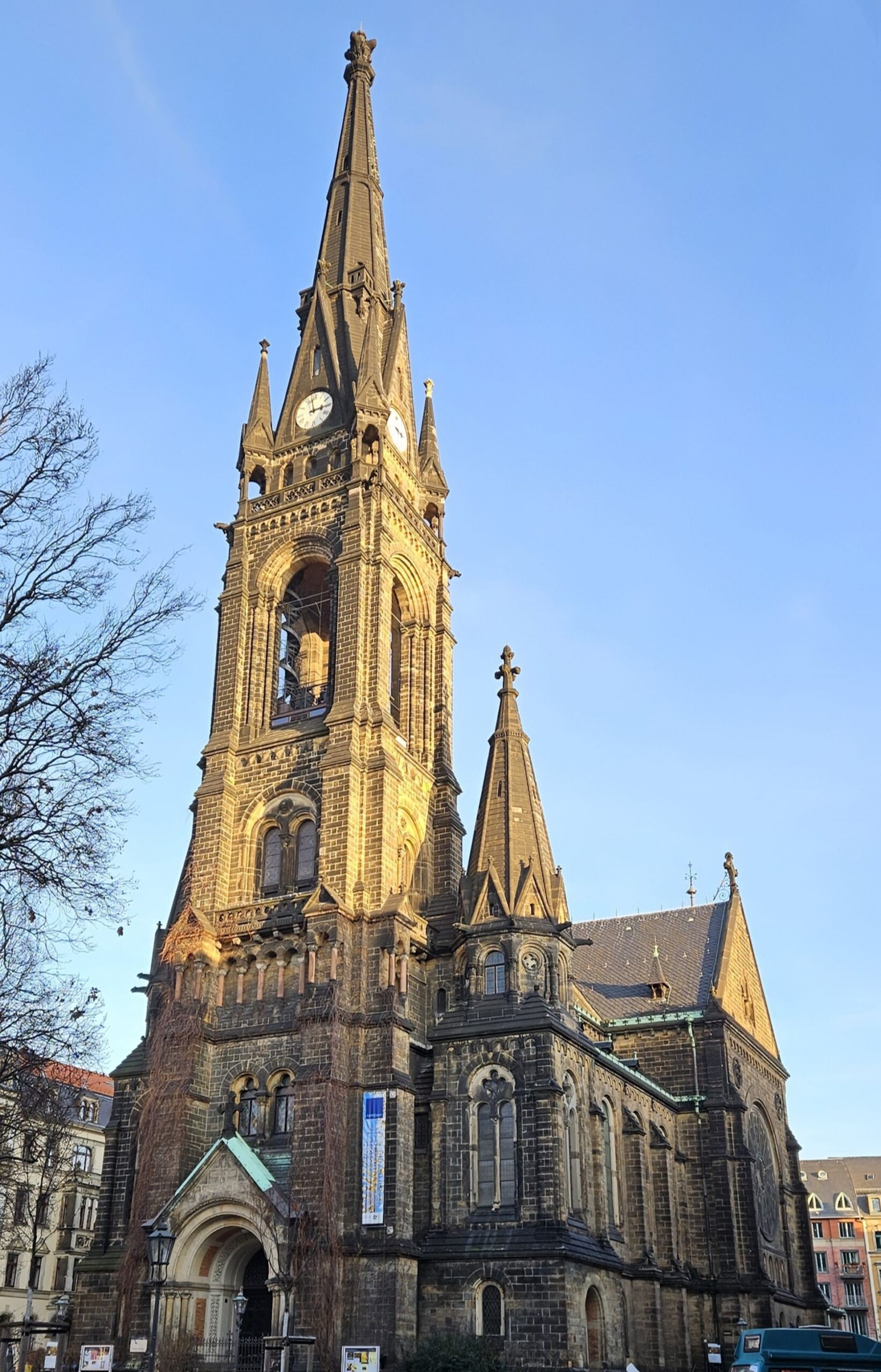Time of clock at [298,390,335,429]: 2:58
